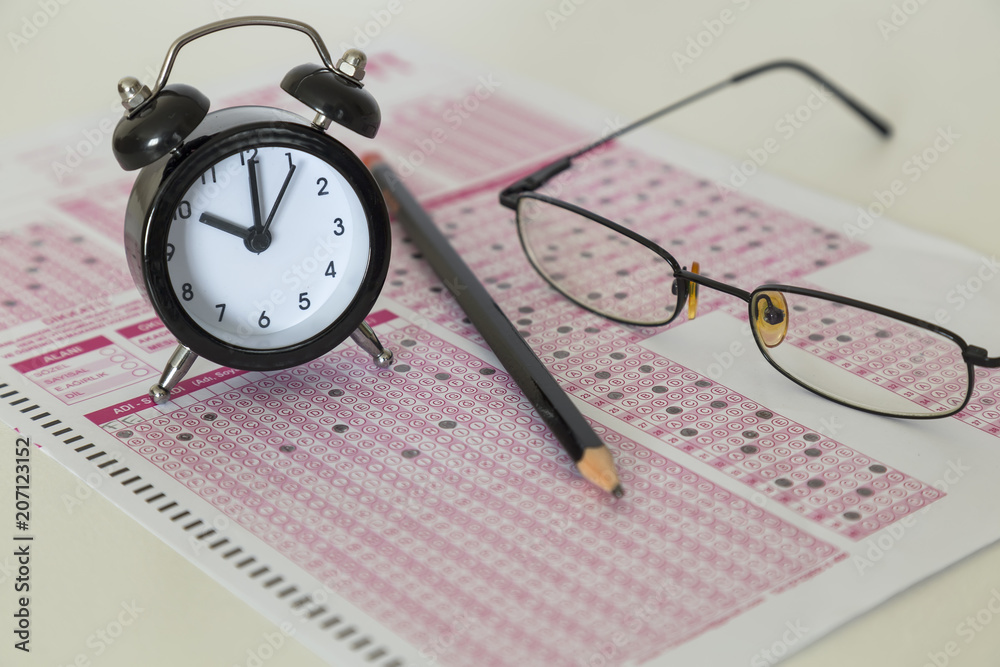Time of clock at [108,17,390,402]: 10:00
